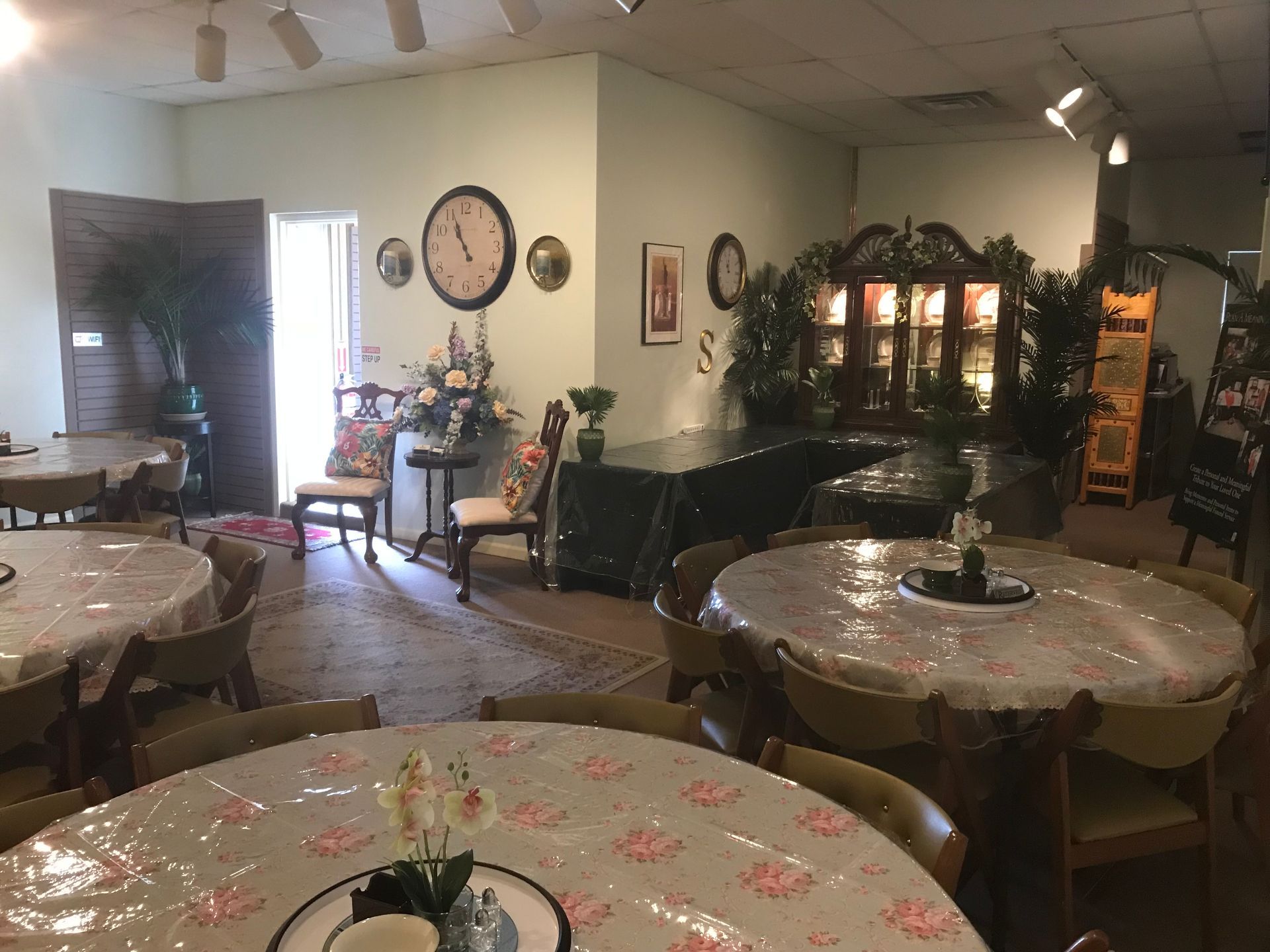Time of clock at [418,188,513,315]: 10:56
